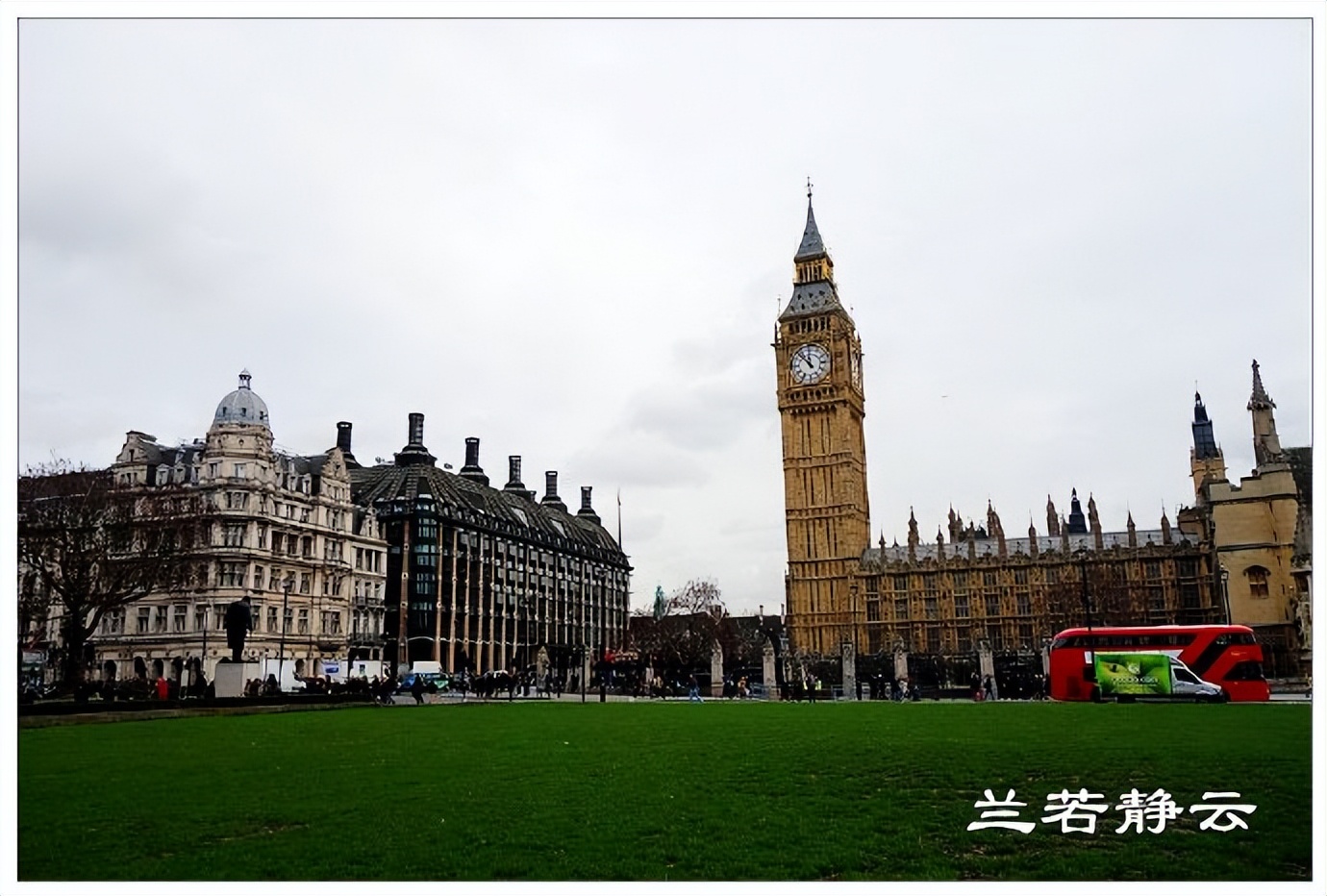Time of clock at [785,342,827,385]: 11:52
